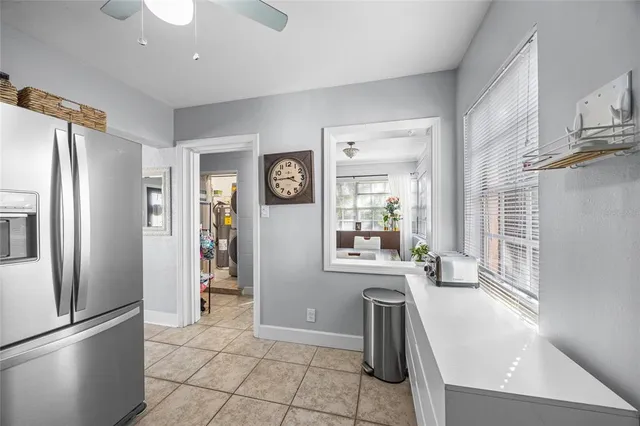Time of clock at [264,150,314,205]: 3:44
